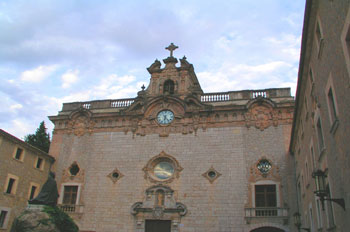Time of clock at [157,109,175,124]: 6:23
